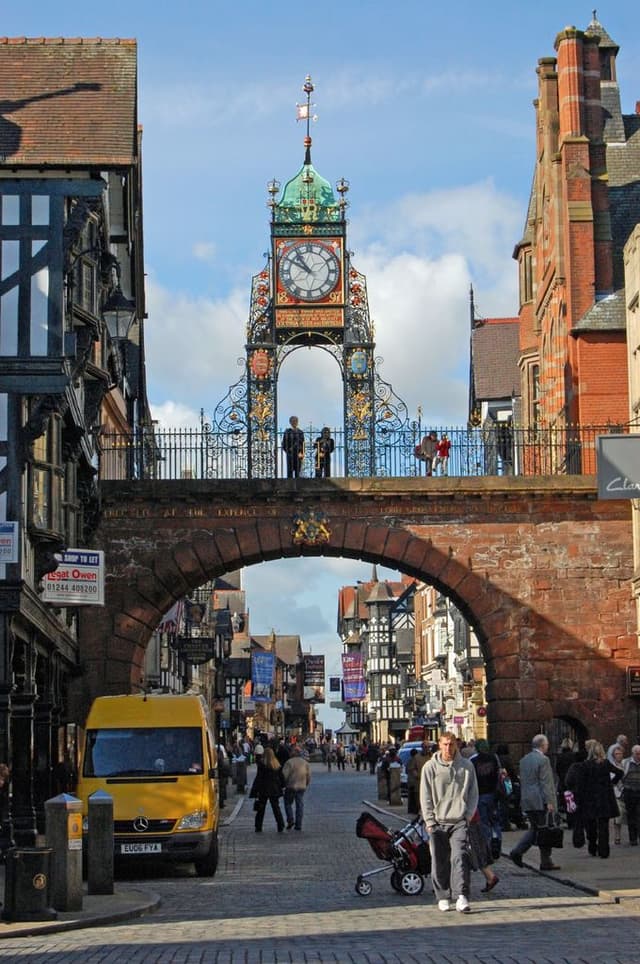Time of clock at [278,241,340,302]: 10:50
